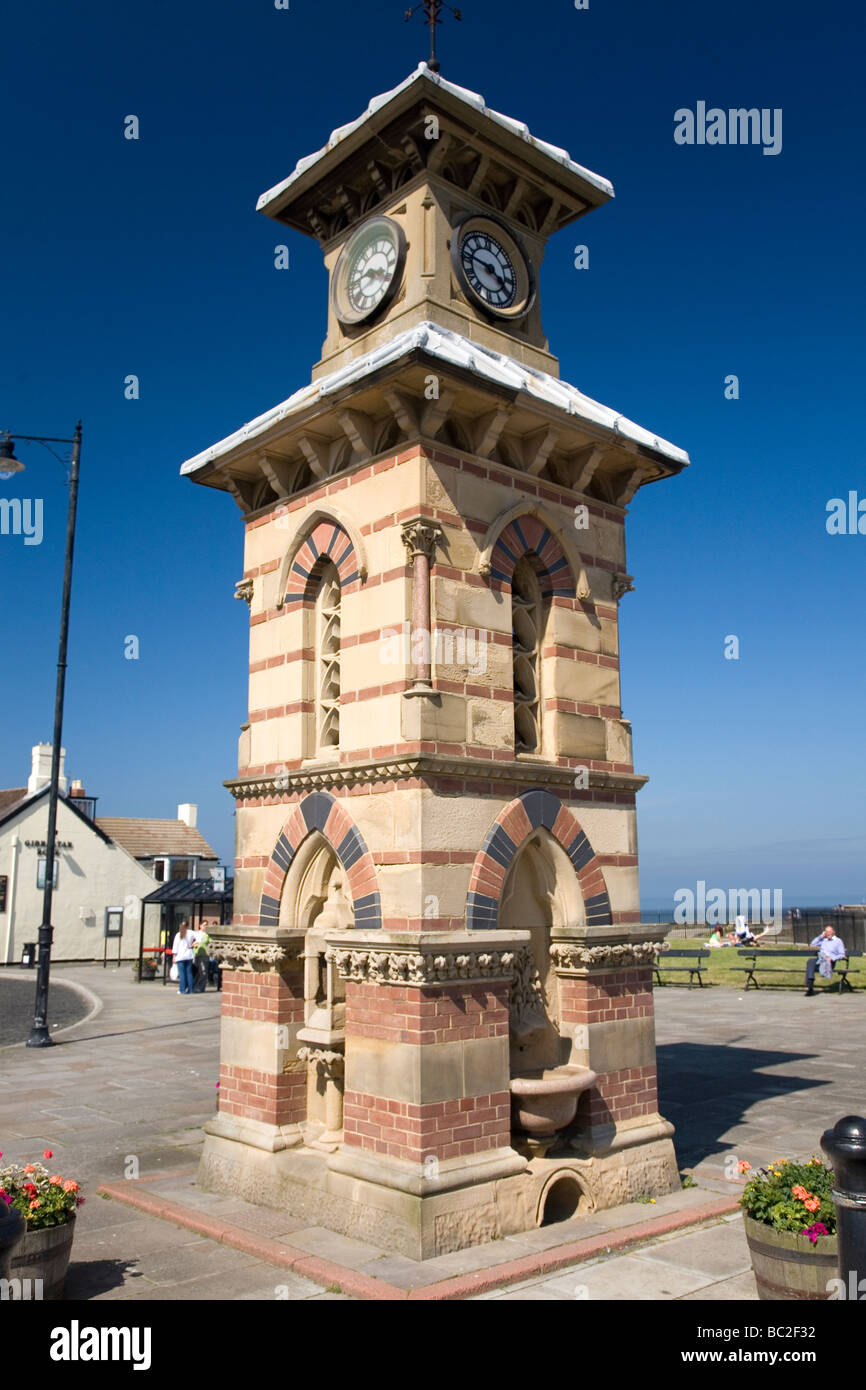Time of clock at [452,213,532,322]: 3:46
